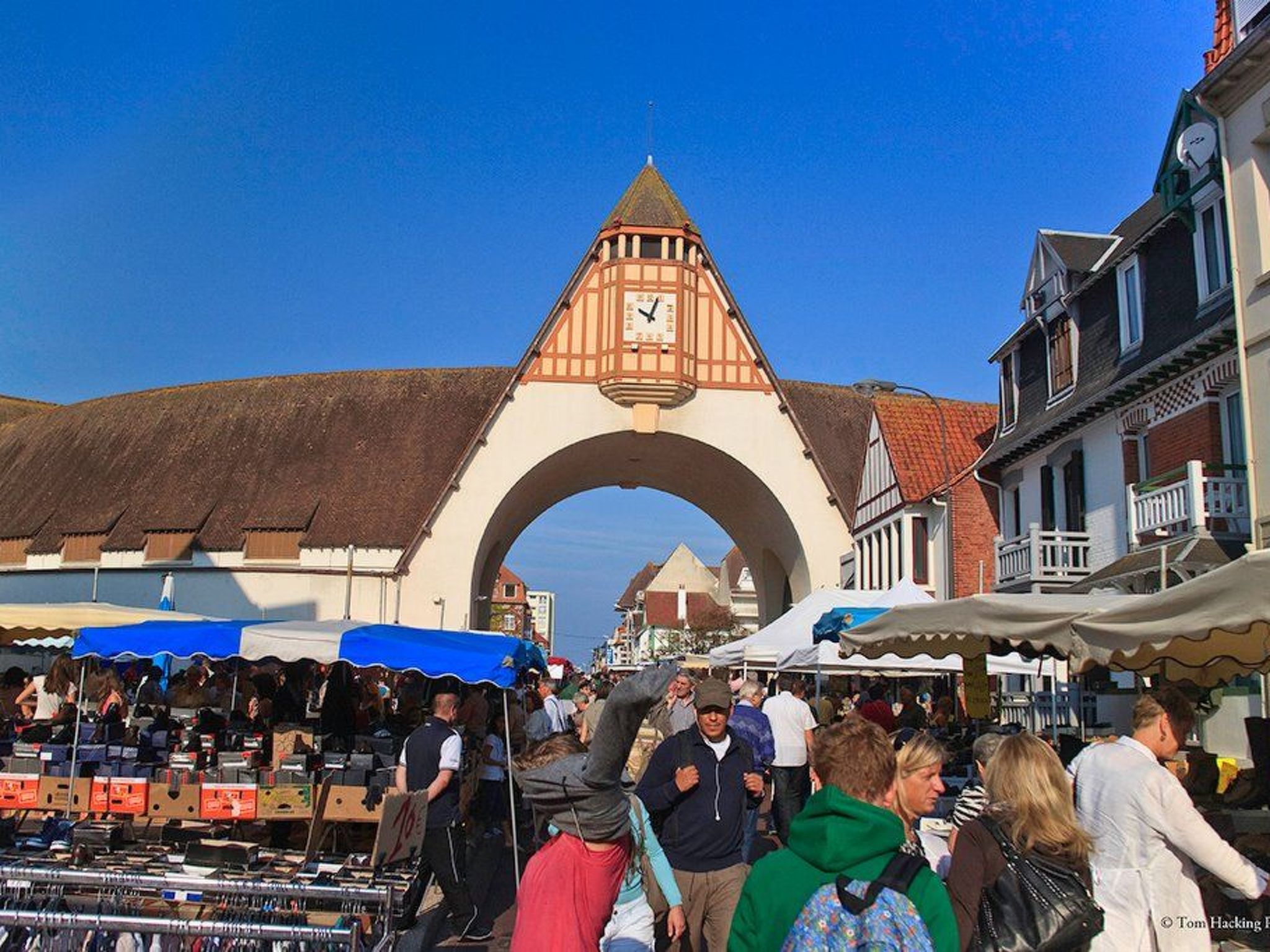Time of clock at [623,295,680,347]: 10:03
